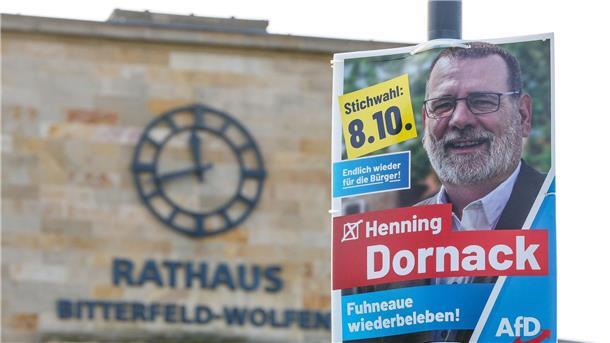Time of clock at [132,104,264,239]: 11:42
